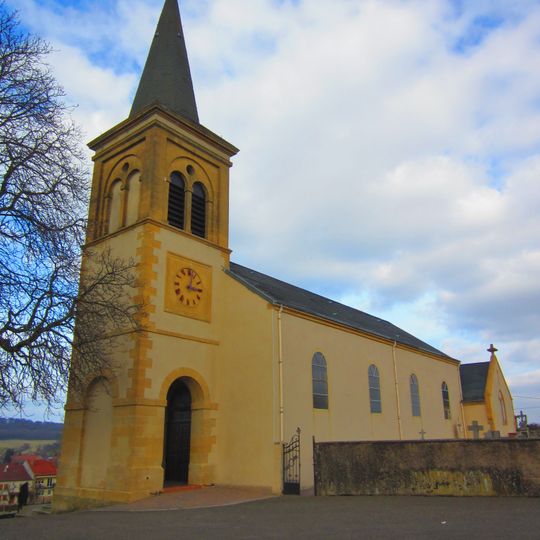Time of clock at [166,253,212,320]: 3:02
